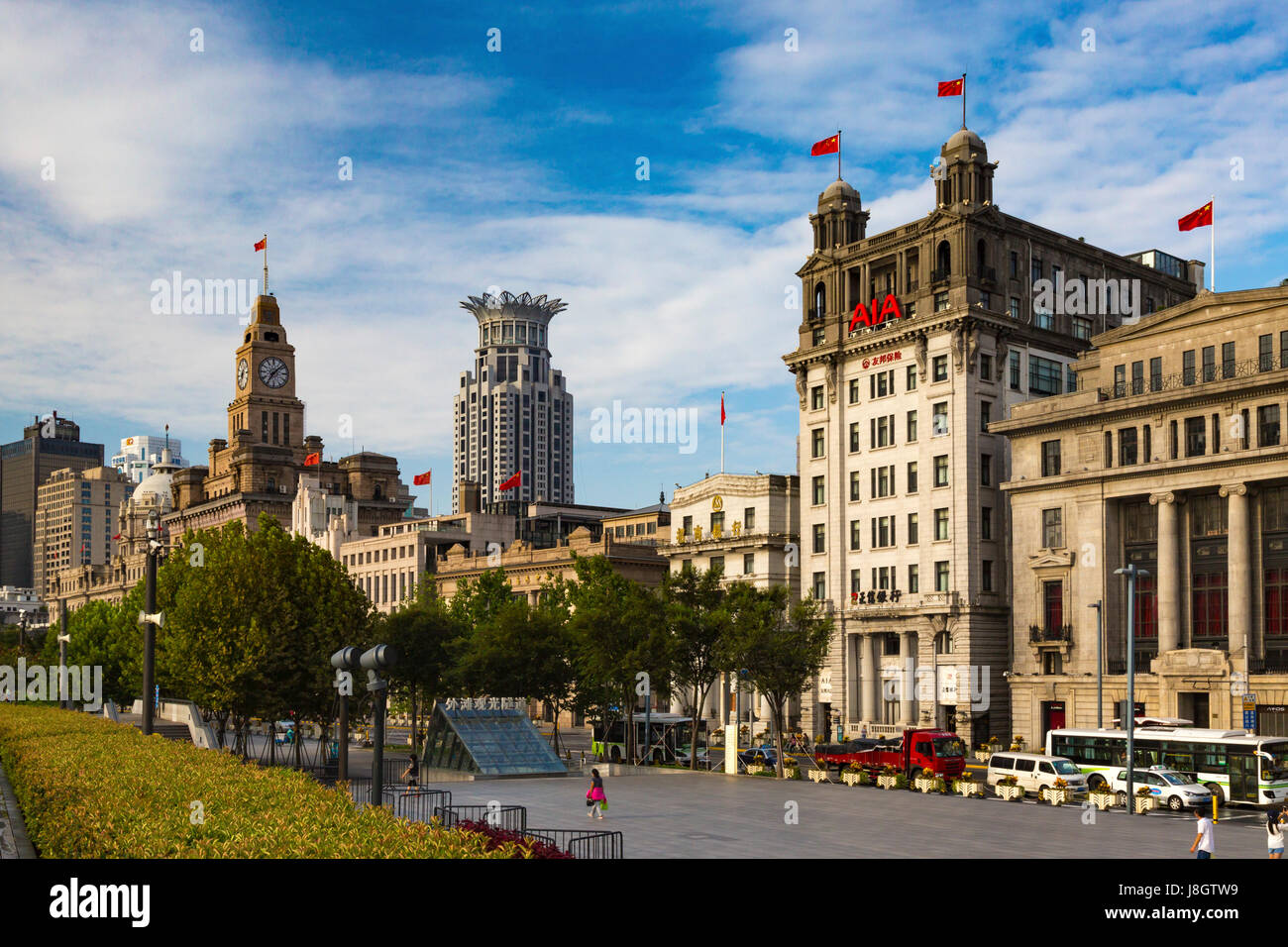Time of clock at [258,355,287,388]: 7:07
